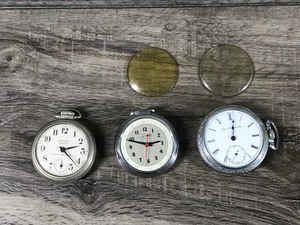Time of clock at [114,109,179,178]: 2:48
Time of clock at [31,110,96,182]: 2:21
